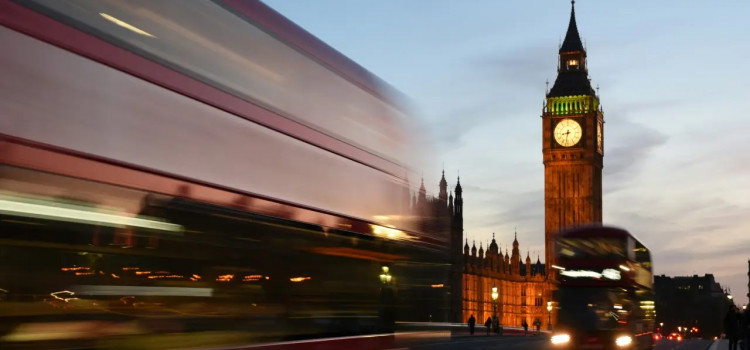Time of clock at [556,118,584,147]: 8:32
